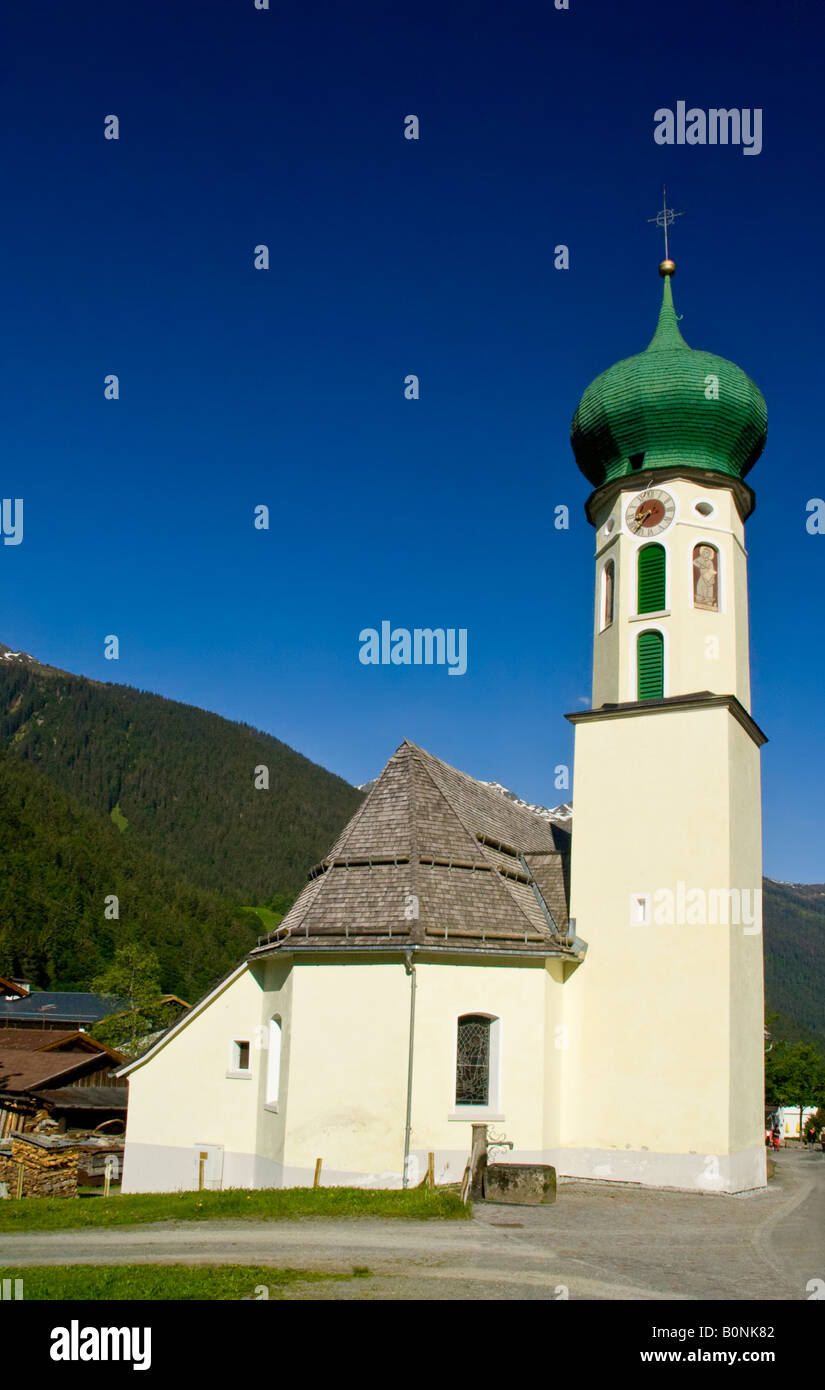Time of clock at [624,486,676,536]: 8:37
